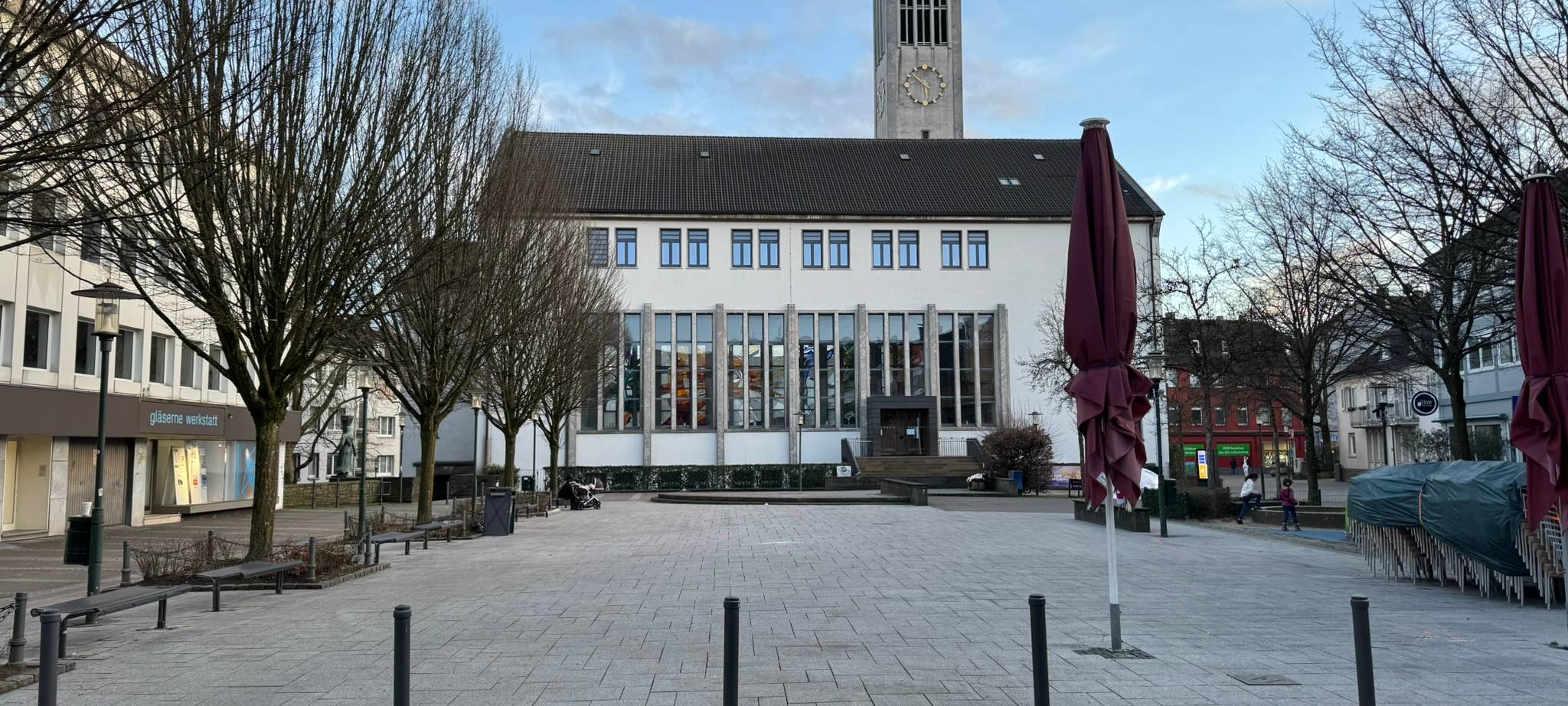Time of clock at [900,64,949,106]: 5:51
